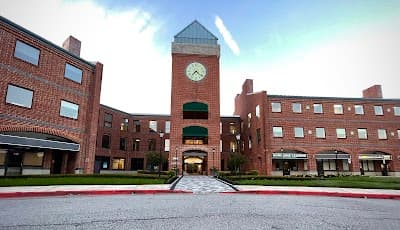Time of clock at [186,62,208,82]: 7:21
